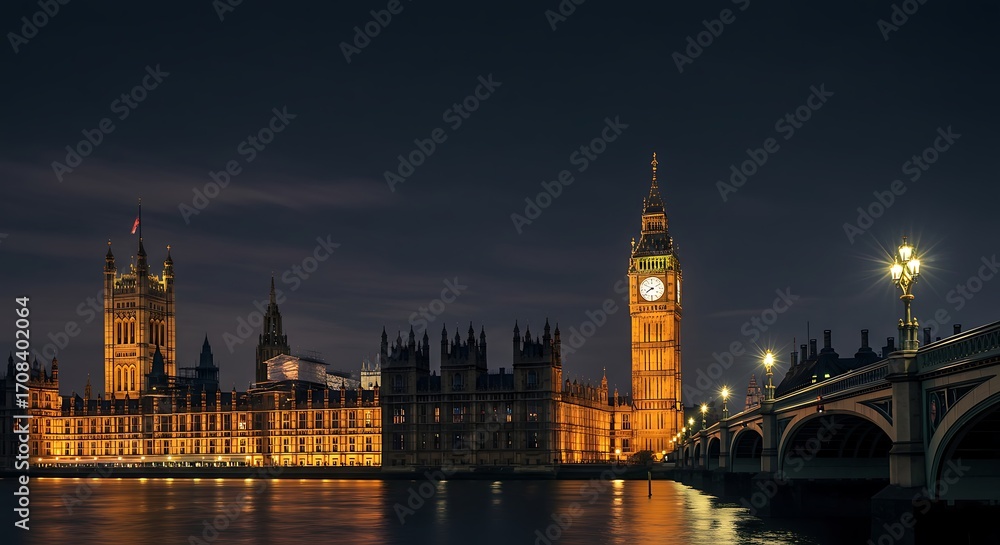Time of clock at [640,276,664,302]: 7:49
